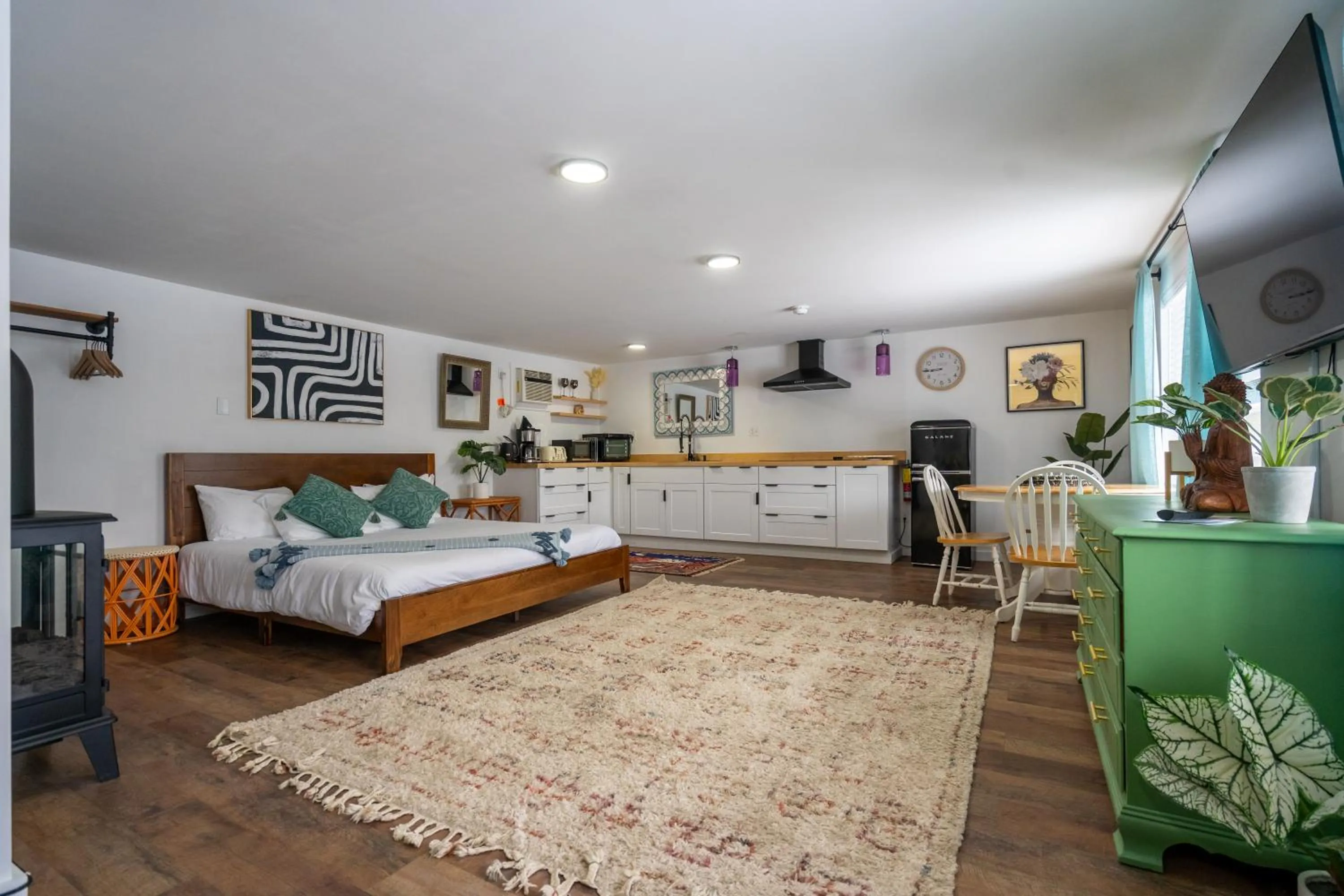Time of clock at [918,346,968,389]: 8:44
